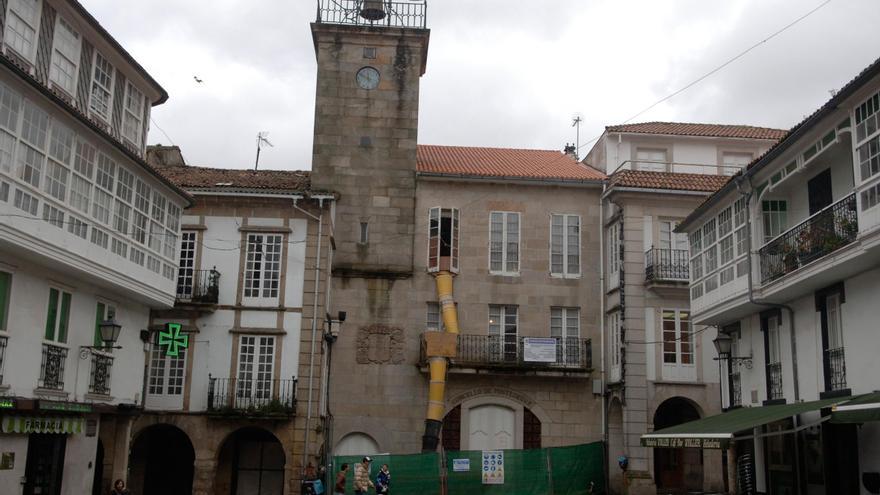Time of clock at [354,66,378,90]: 11:49
